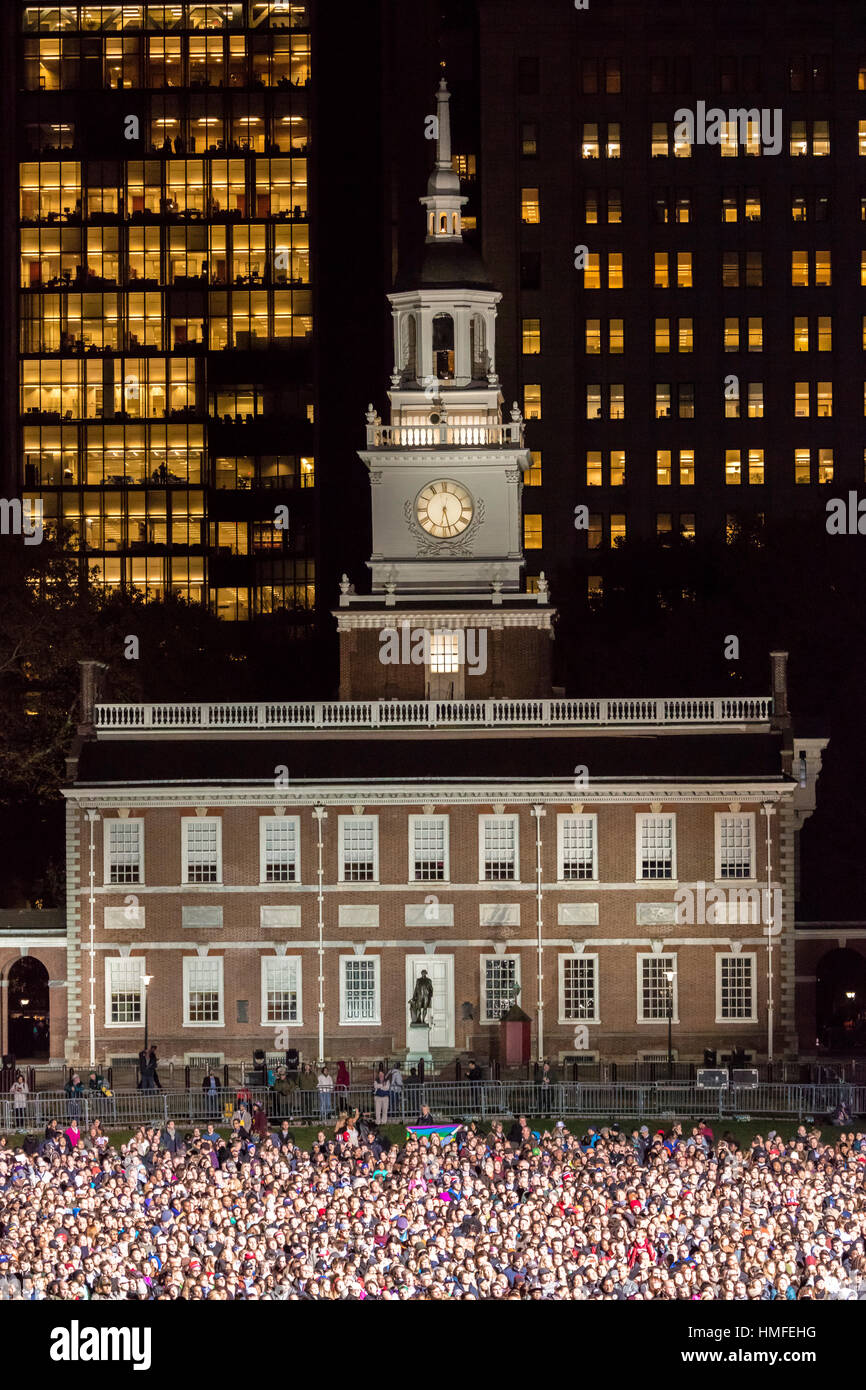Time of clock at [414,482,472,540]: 6:27
